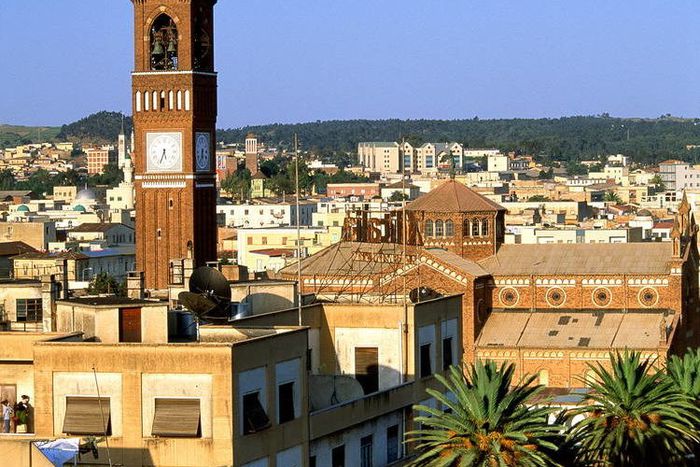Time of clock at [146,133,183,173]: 5:33
